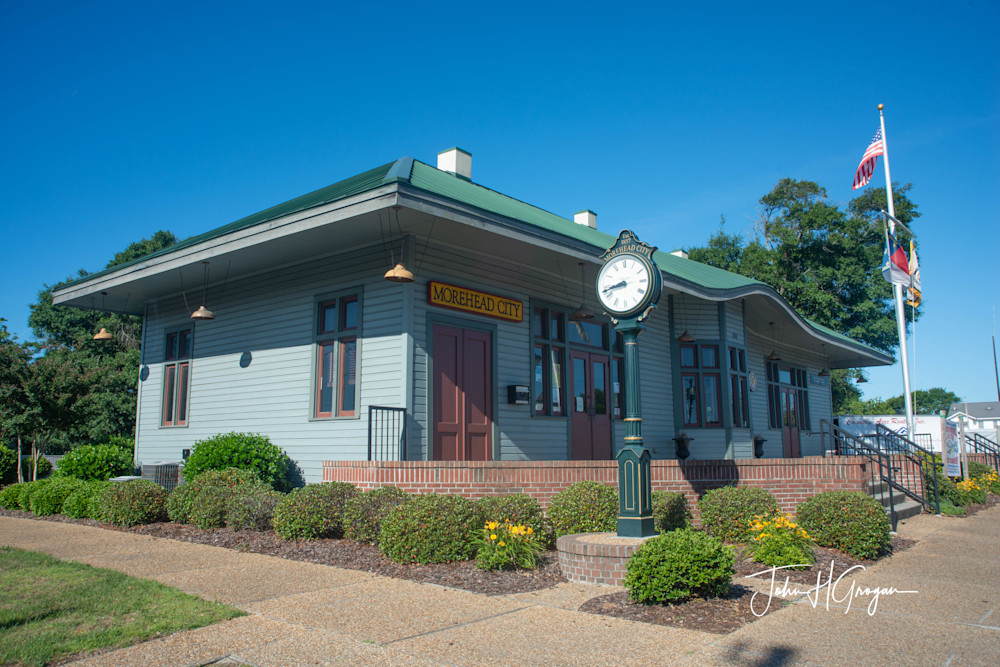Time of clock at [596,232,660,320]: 8:43
